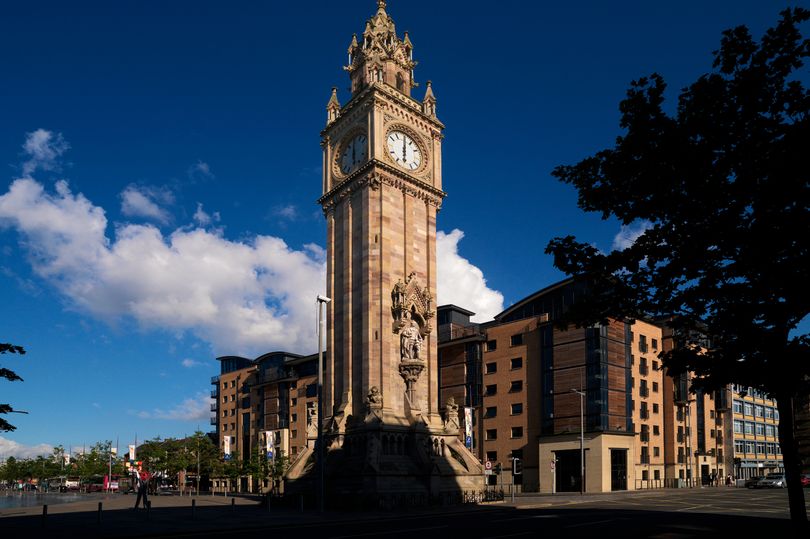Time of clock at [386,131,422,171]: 6:00
